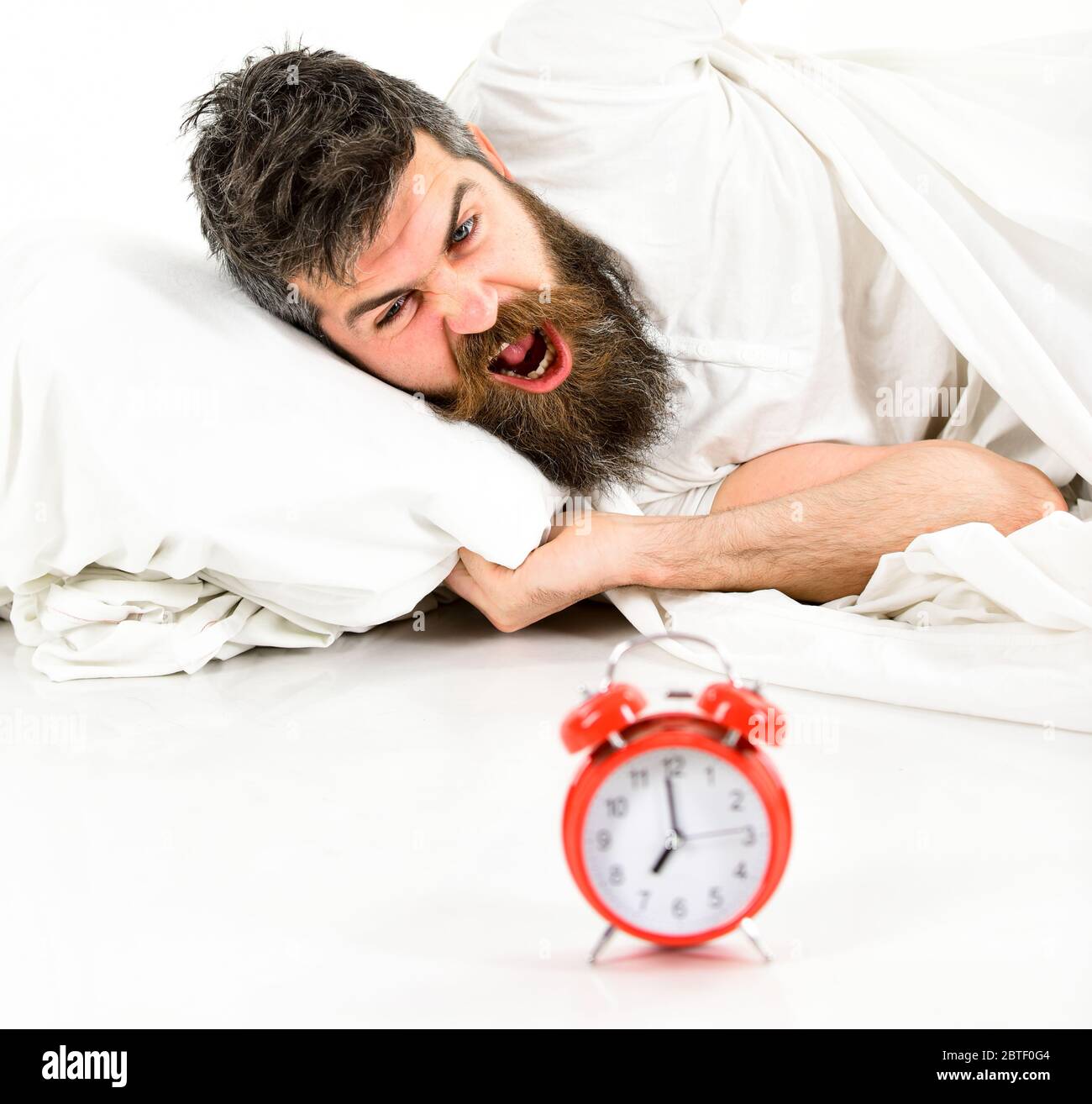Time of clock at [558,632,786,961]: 6:59
